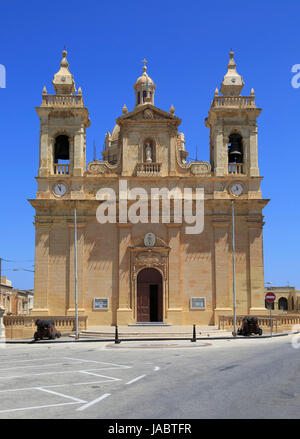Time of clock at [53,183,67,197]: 11:55
